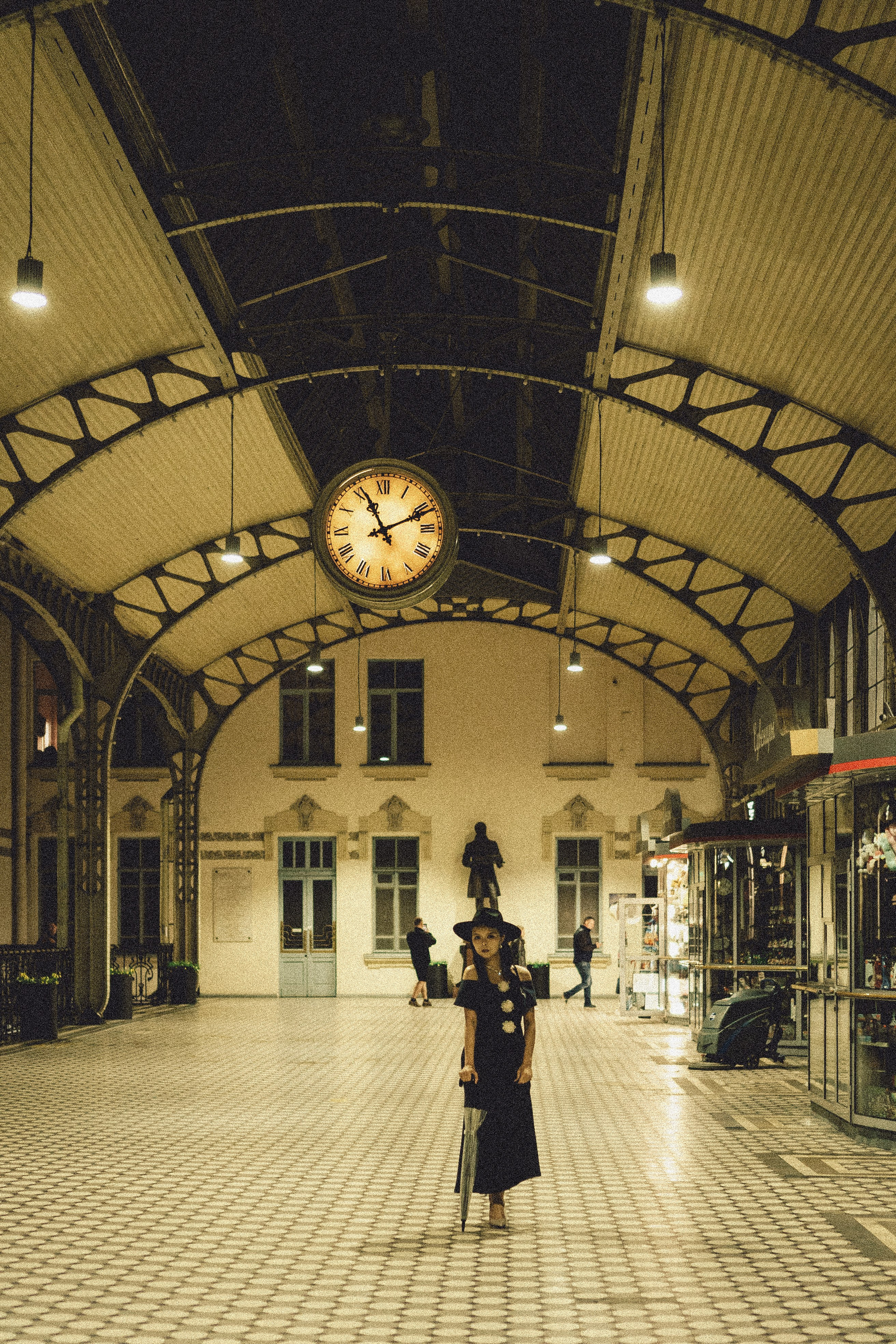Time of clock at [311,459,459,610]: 11:11
